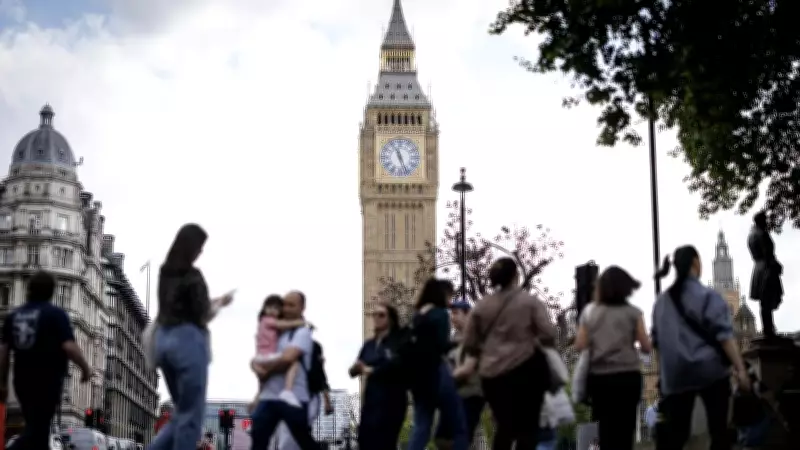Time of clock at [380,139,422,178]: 11:26
